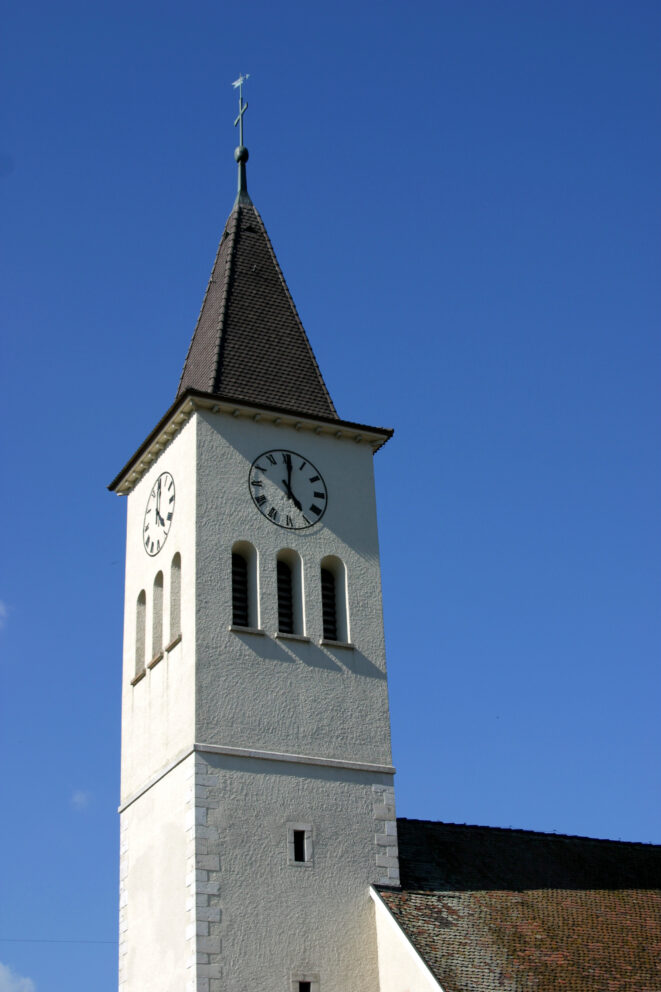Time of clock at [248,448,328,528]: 5:00
